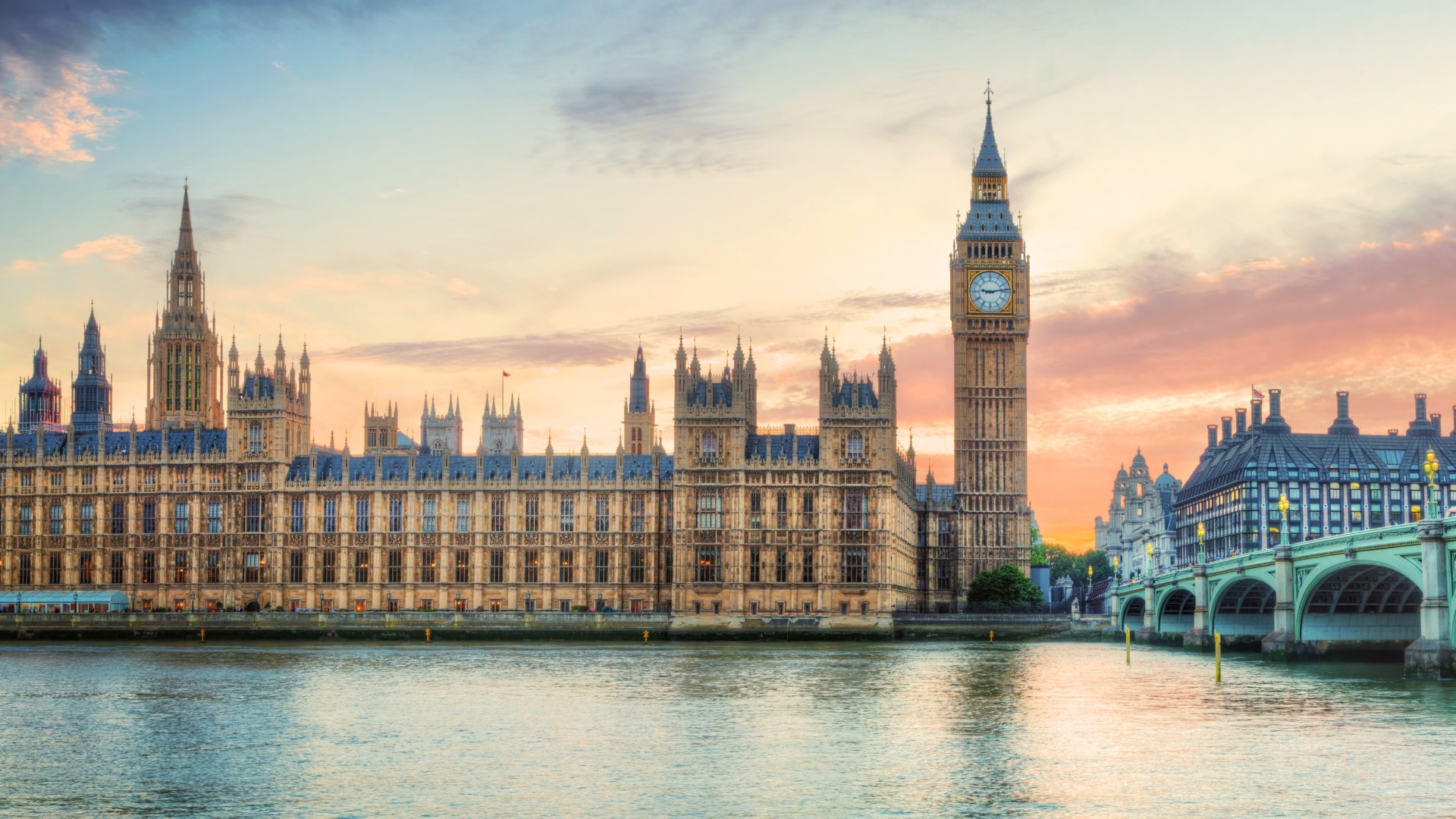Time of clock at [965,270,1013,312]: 9:13
